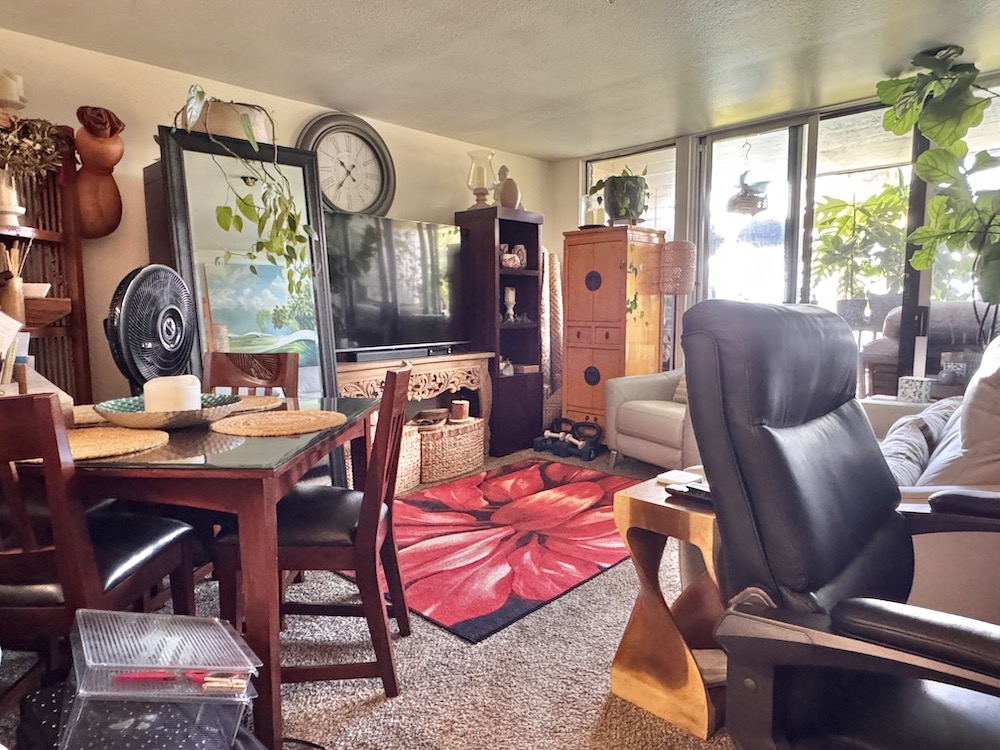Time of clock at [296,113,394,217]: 10:36
